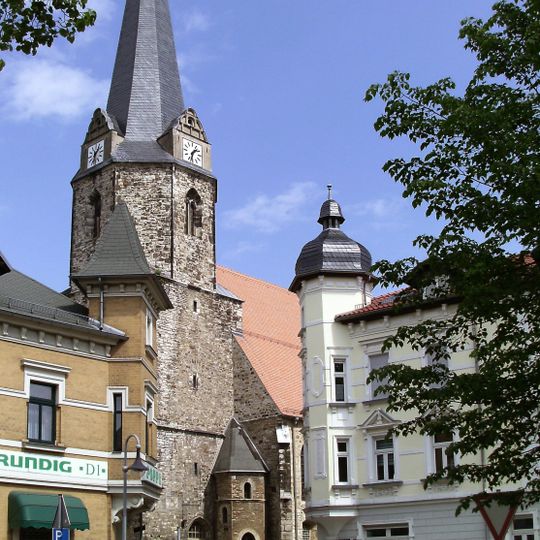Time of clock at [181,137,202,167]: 1:32
